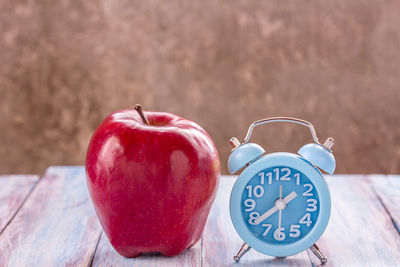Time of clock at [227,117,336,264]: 1:38
